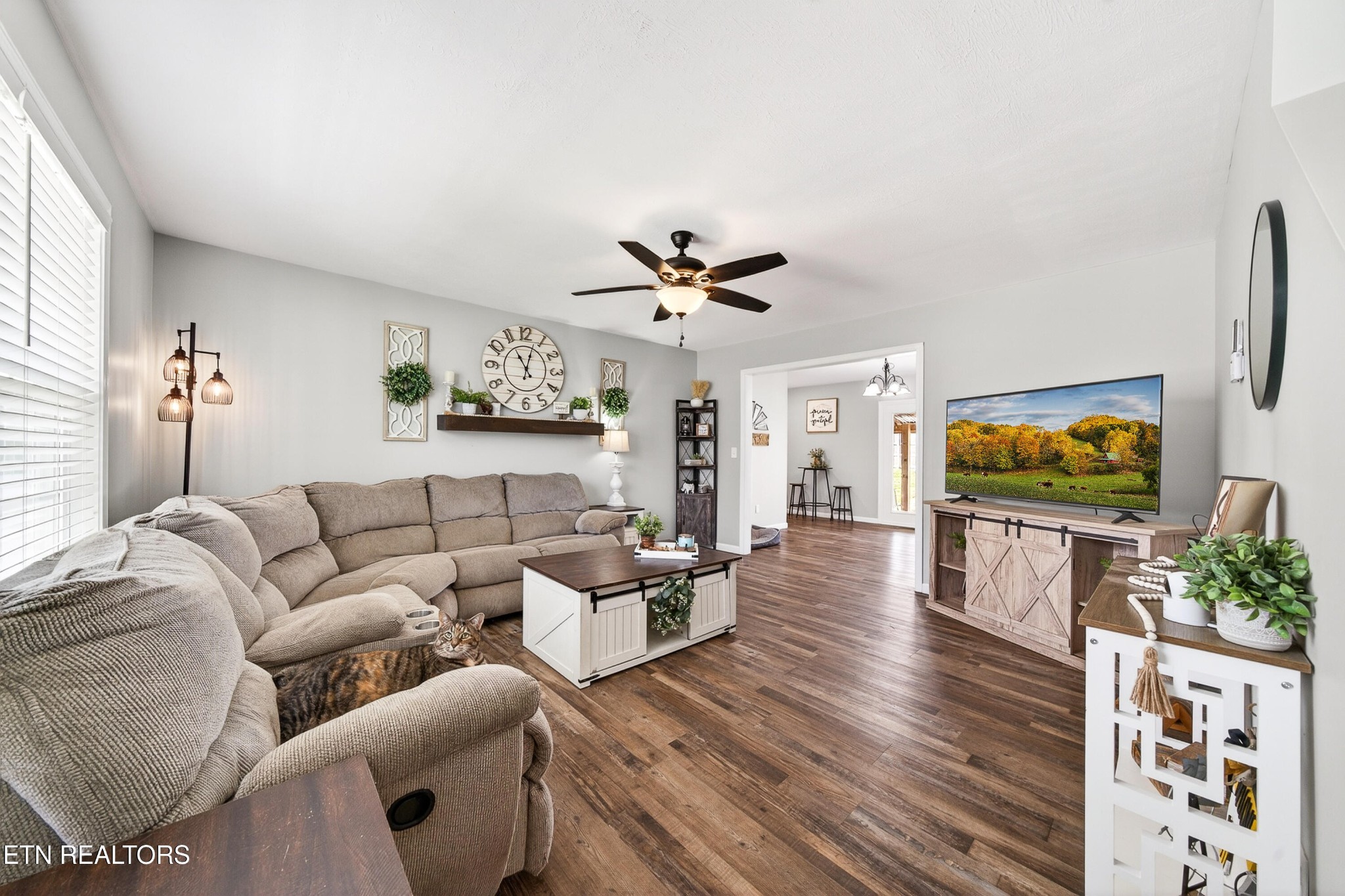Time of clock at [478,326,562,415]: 11:03
